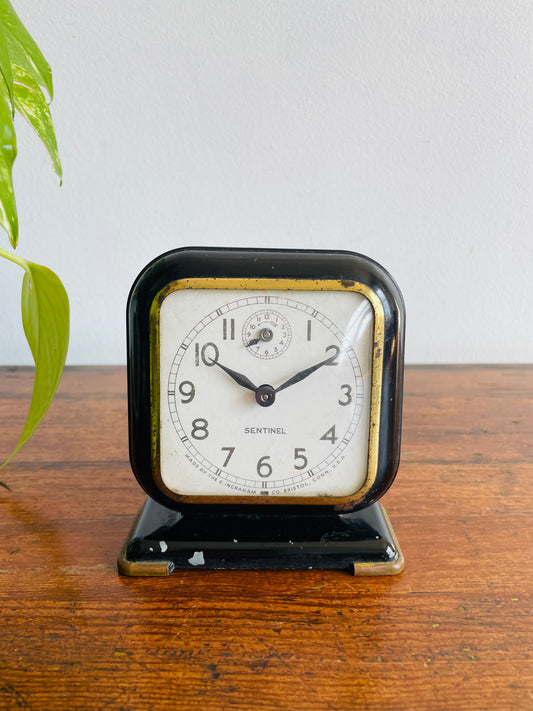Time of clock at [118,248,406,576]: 10:10
